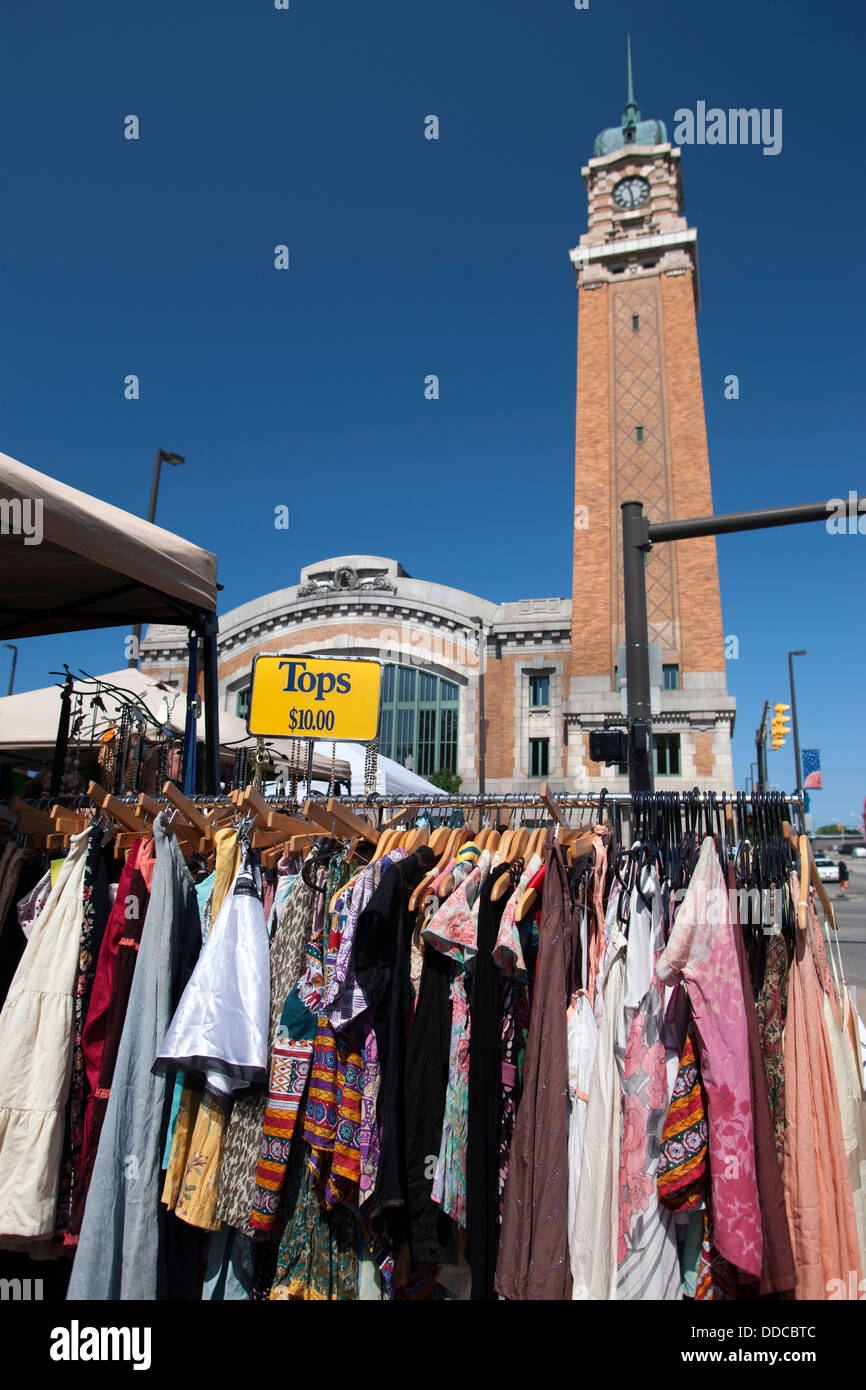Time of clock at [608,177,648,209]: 11:28
